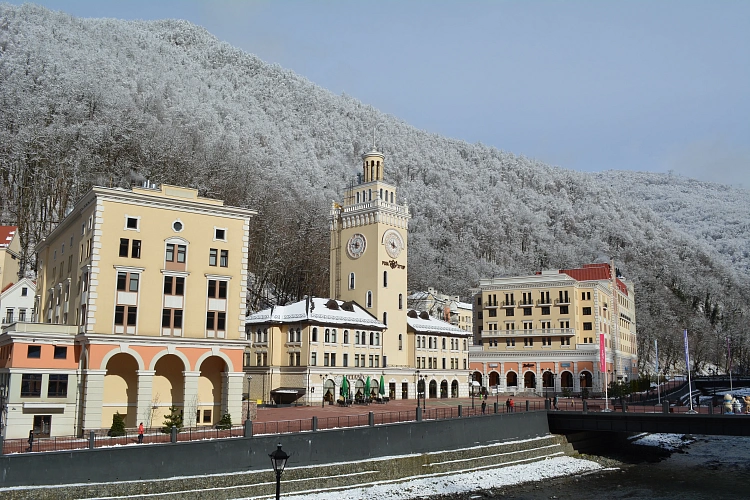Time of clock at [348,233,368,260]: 11:46
